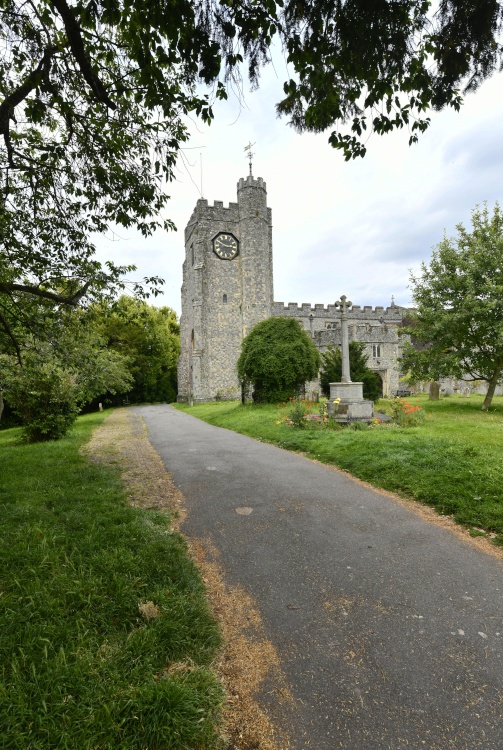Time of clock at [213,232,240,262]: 2:48
